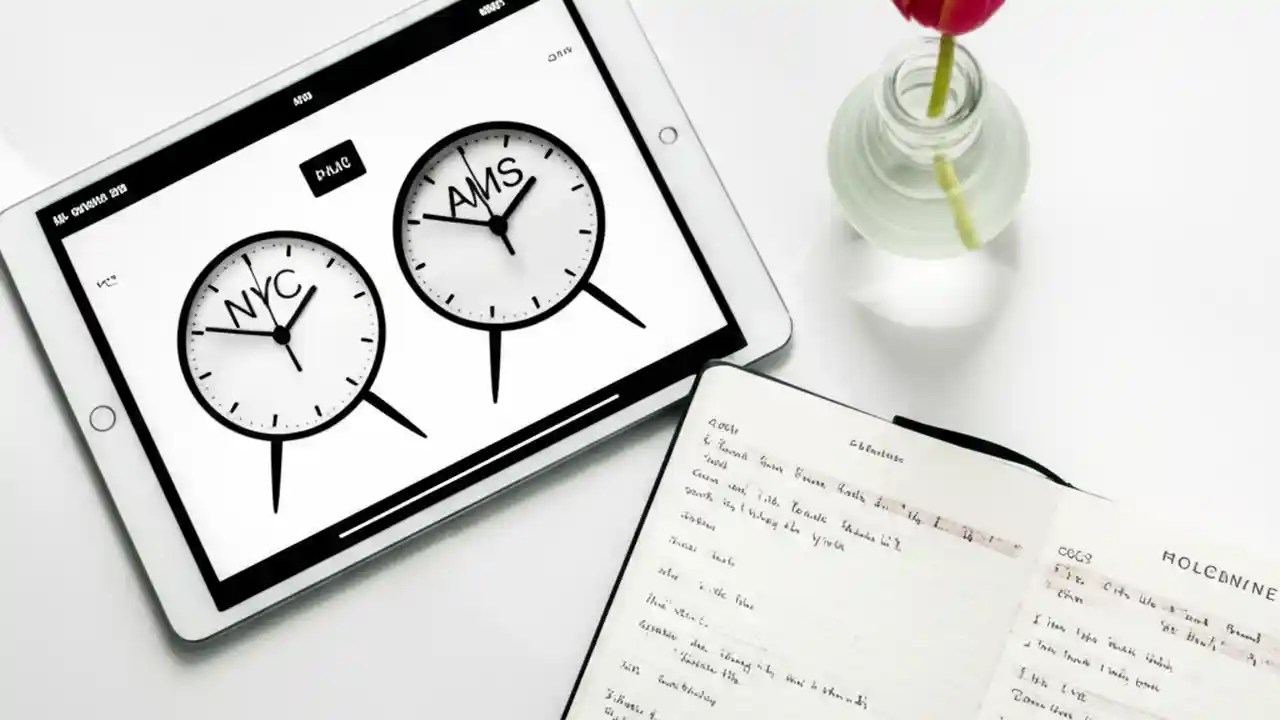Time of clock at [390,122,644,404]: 12:45
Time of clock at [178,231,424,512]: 12:45
